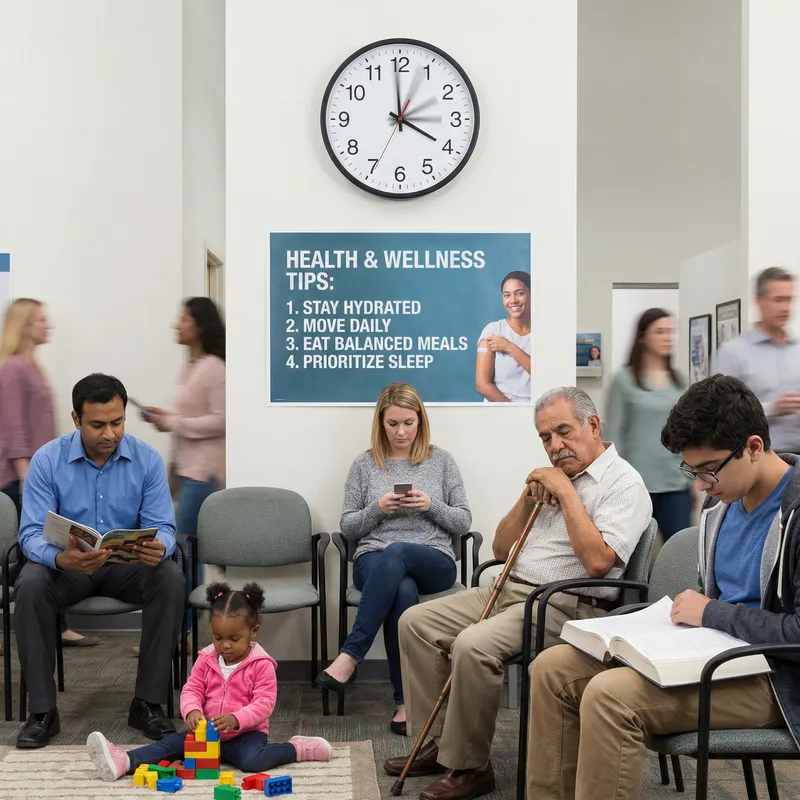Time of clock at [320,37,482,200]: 3:59
